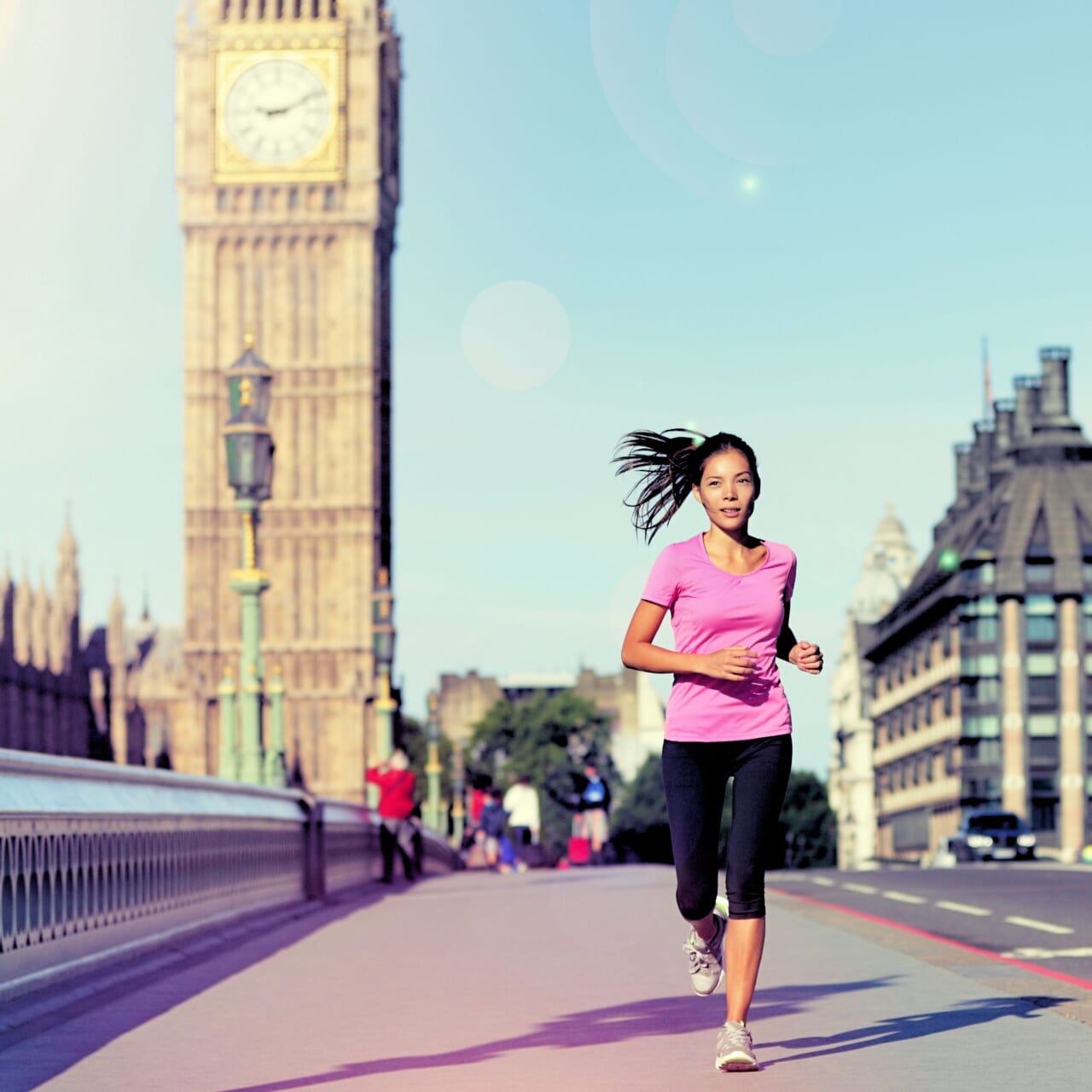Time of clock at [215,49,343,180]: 9:11
